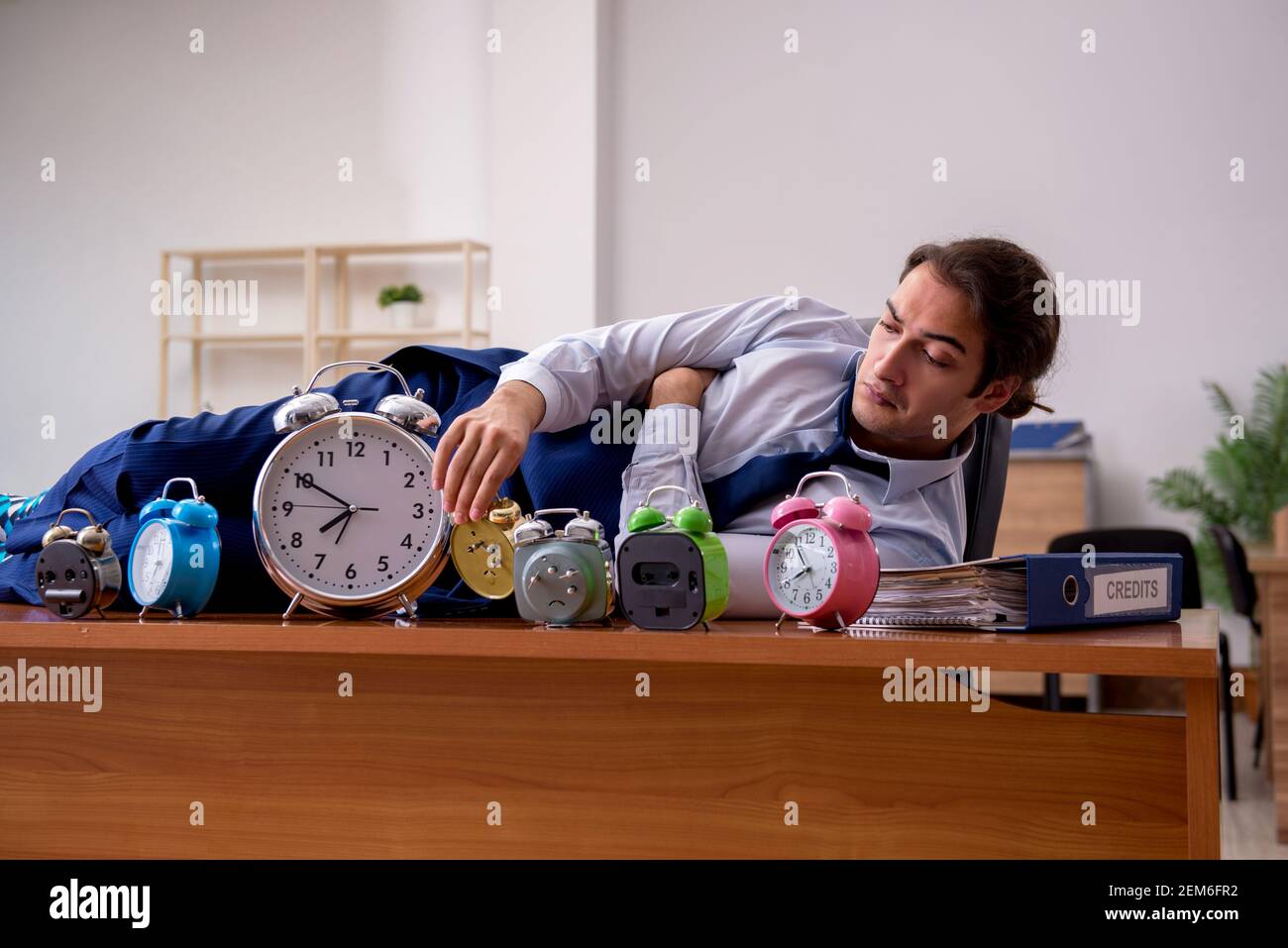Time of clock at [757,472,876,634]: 7:55
